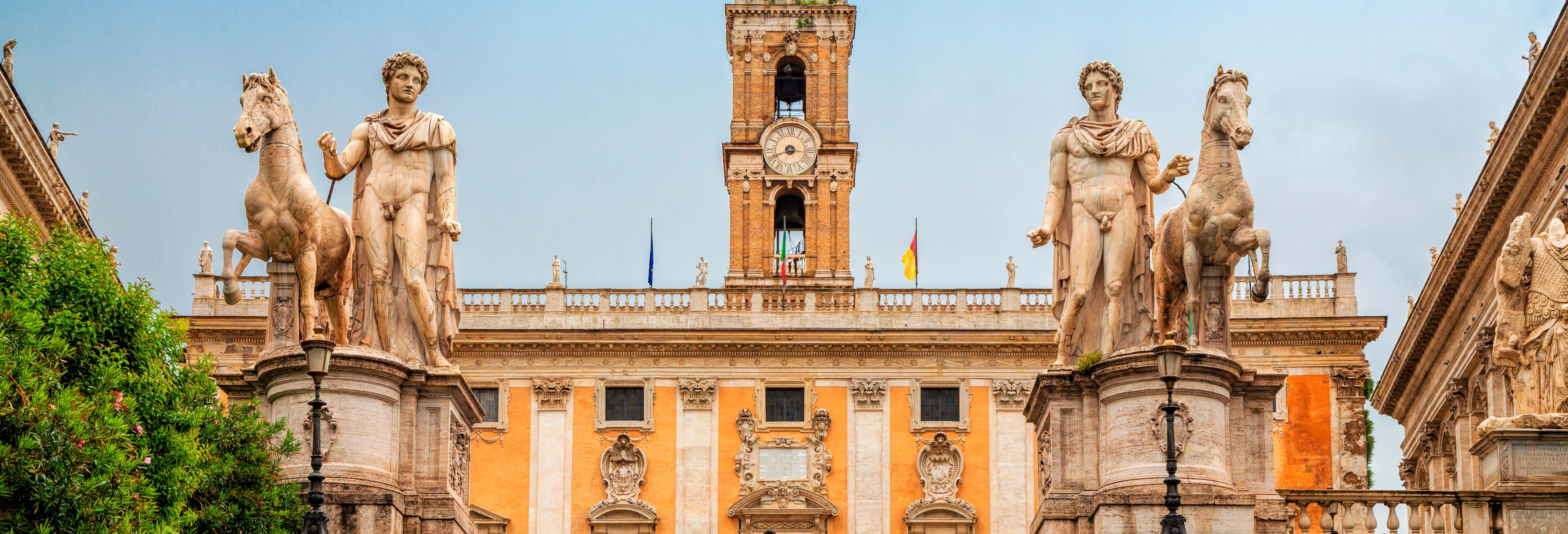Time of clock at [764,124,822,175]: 8:16
